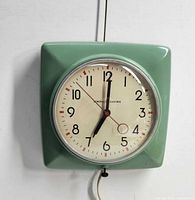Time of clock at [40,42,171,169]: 7:00
